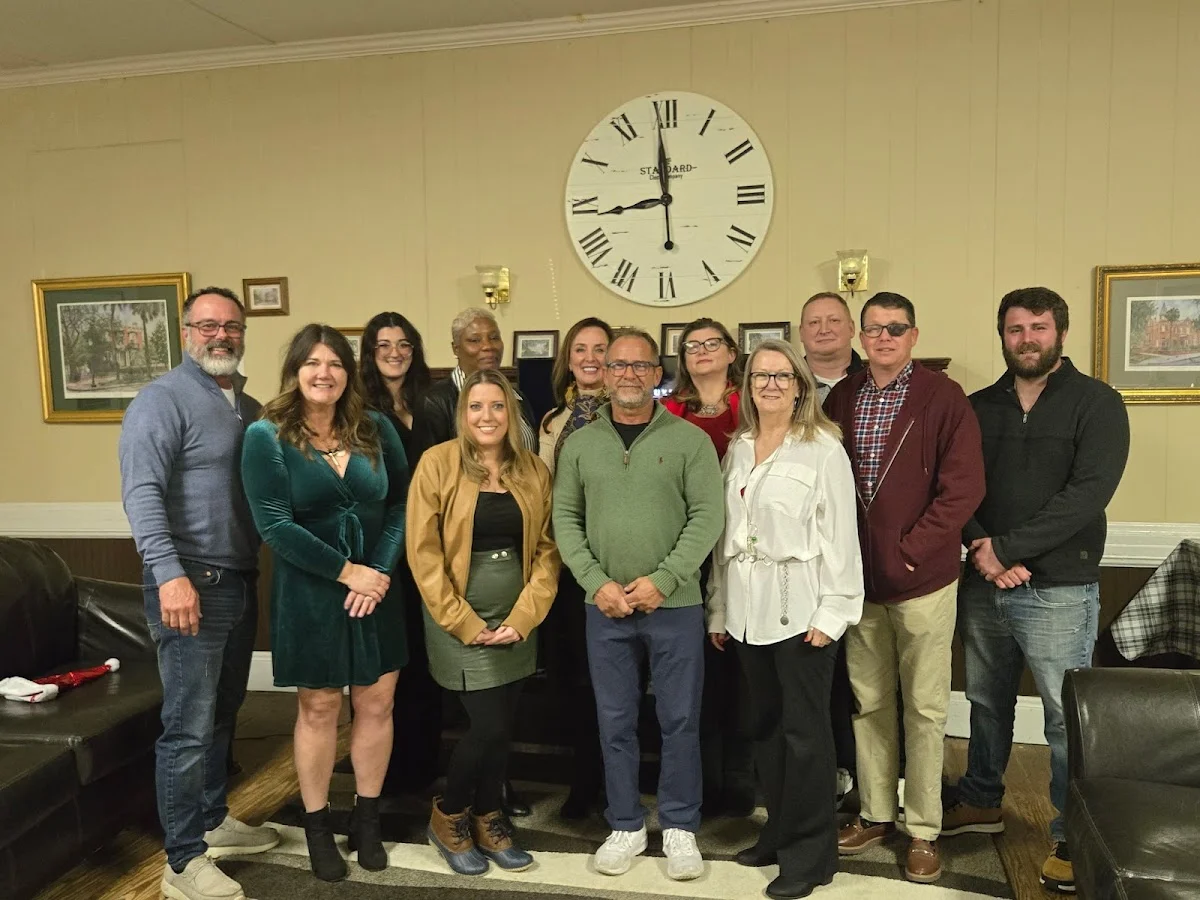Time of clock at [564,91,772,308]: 11:43
